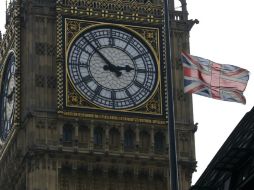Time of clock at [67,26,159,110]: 2:52
